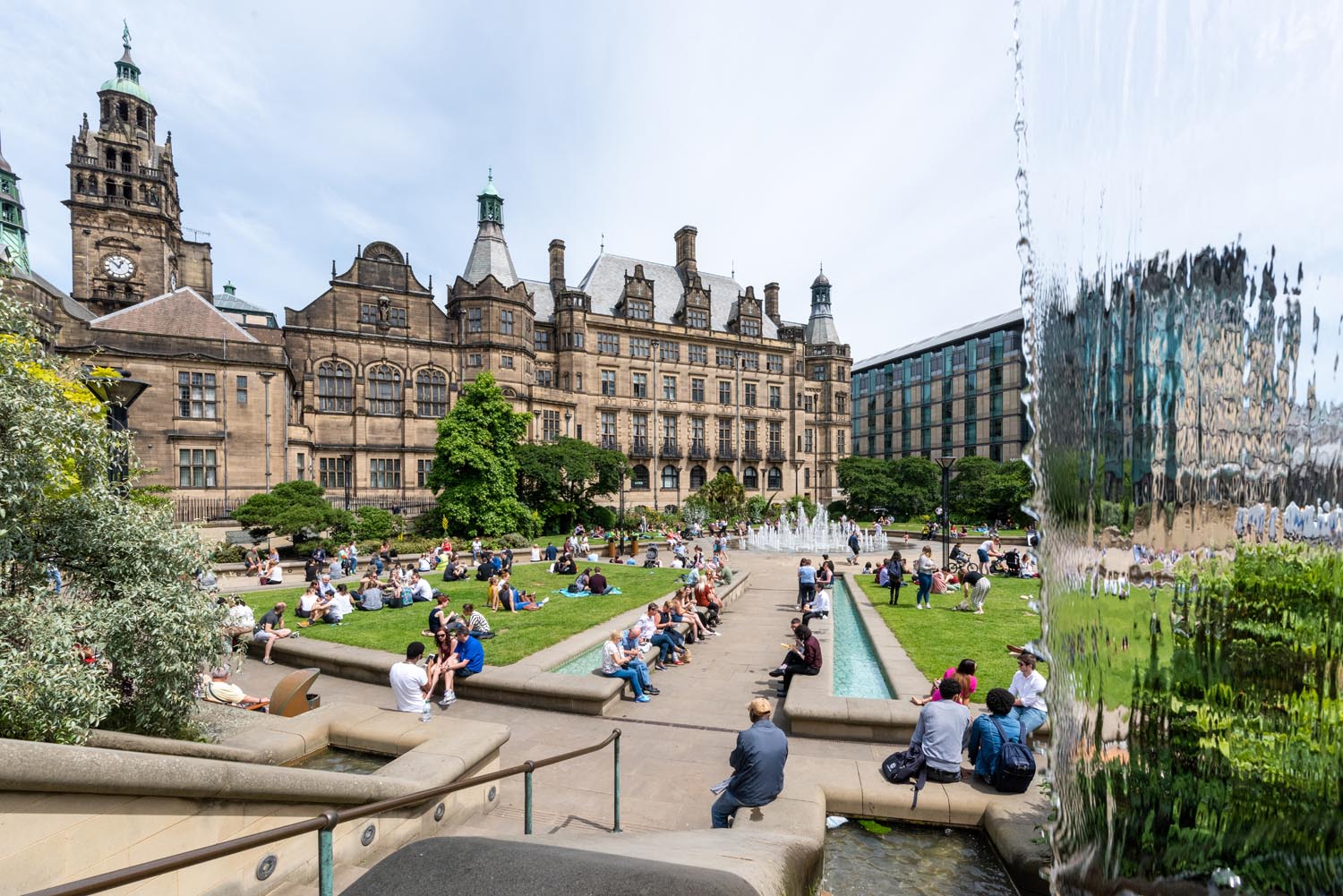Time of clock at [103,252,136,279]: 12:52
